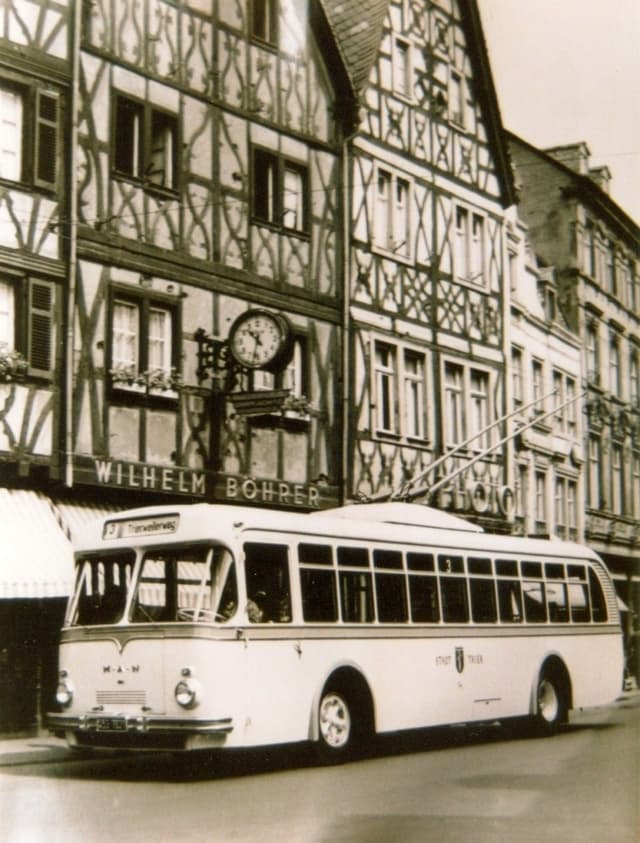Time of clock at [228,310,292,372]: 10:32
